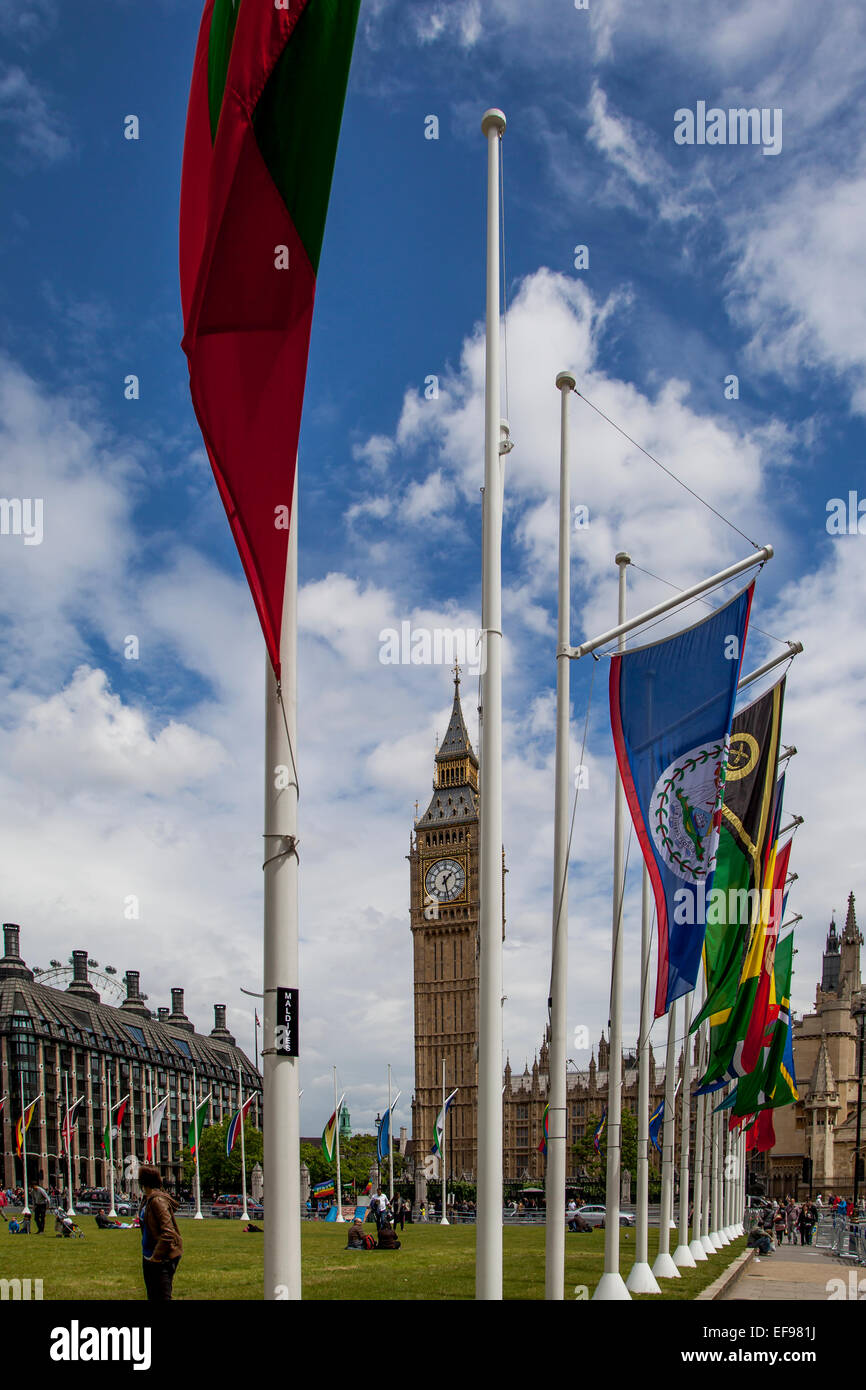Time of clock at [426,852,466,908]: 1:28
